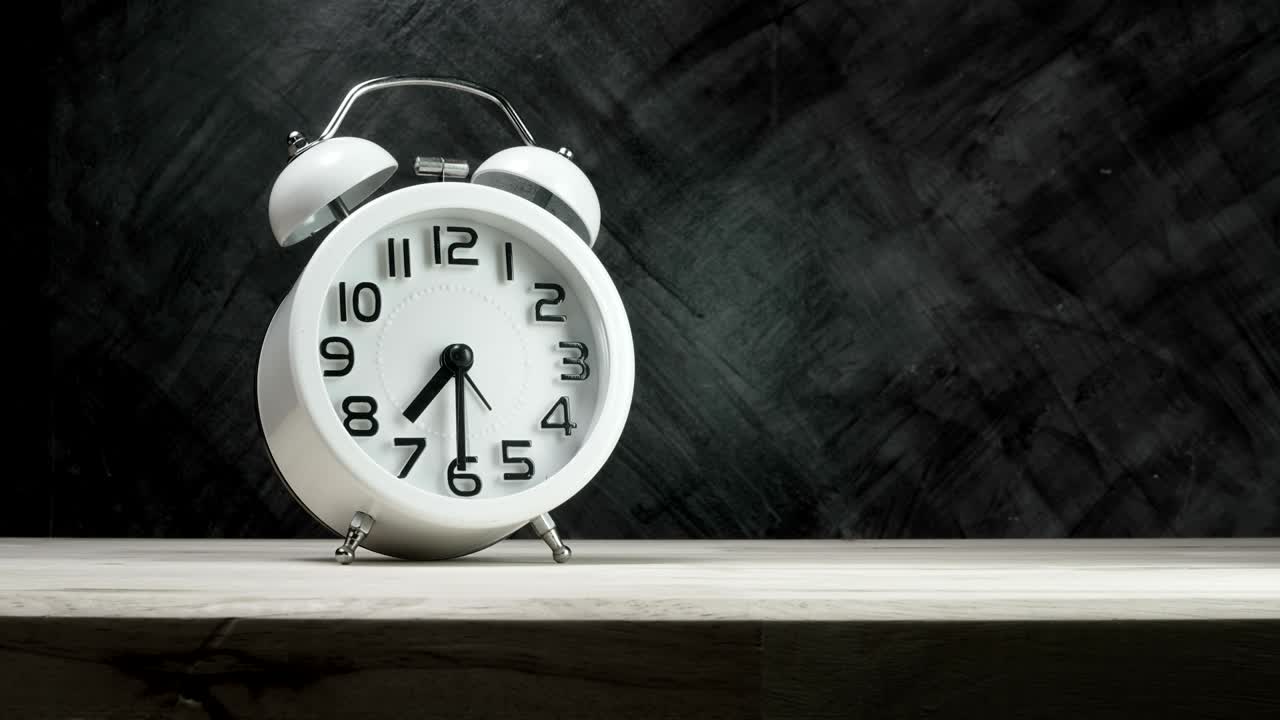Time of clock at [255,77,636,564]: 7:30
